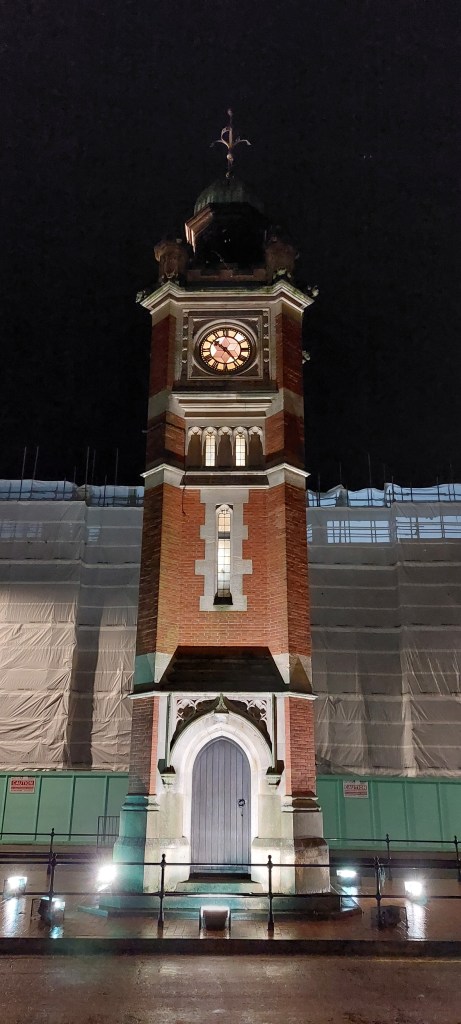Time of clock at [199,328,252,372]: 10:23
